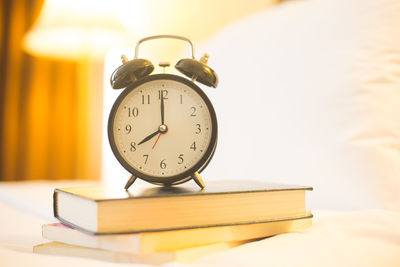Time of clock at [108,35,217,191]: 8:00
